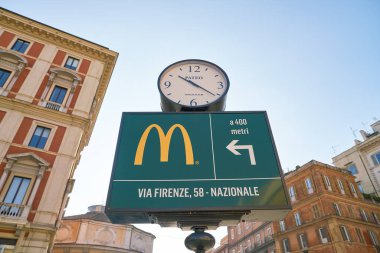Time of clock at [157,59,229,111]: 10:21
